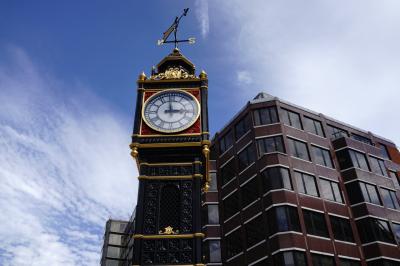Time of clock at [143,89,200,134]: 2:59
